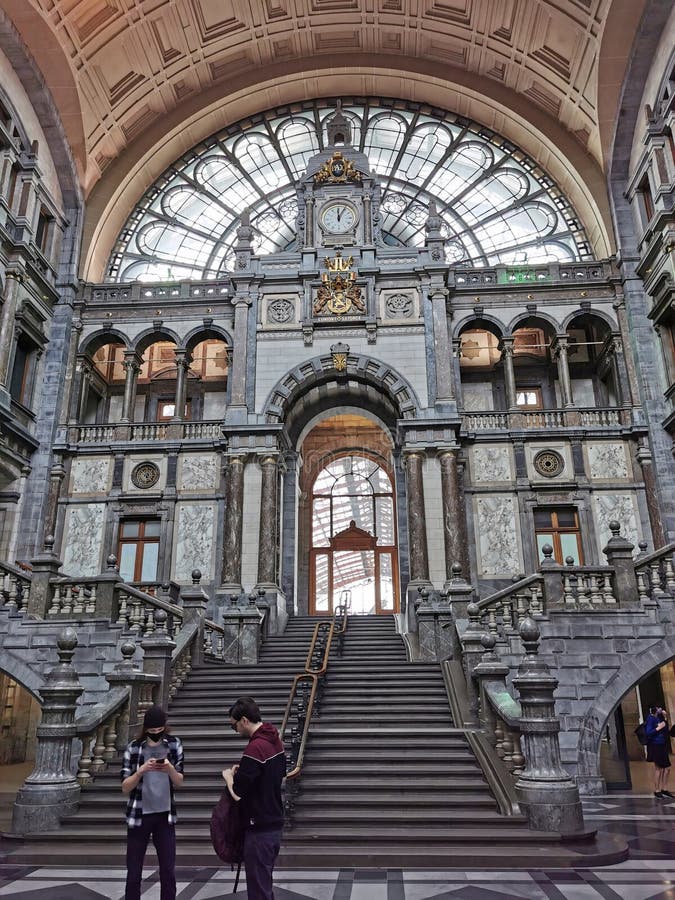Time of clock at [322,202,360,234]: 12:05
